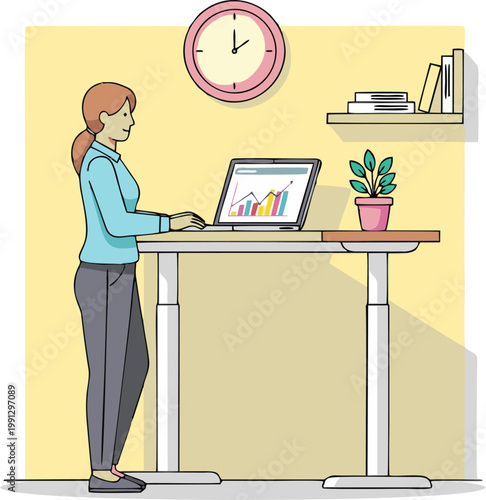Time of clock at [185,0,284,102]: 1:59
